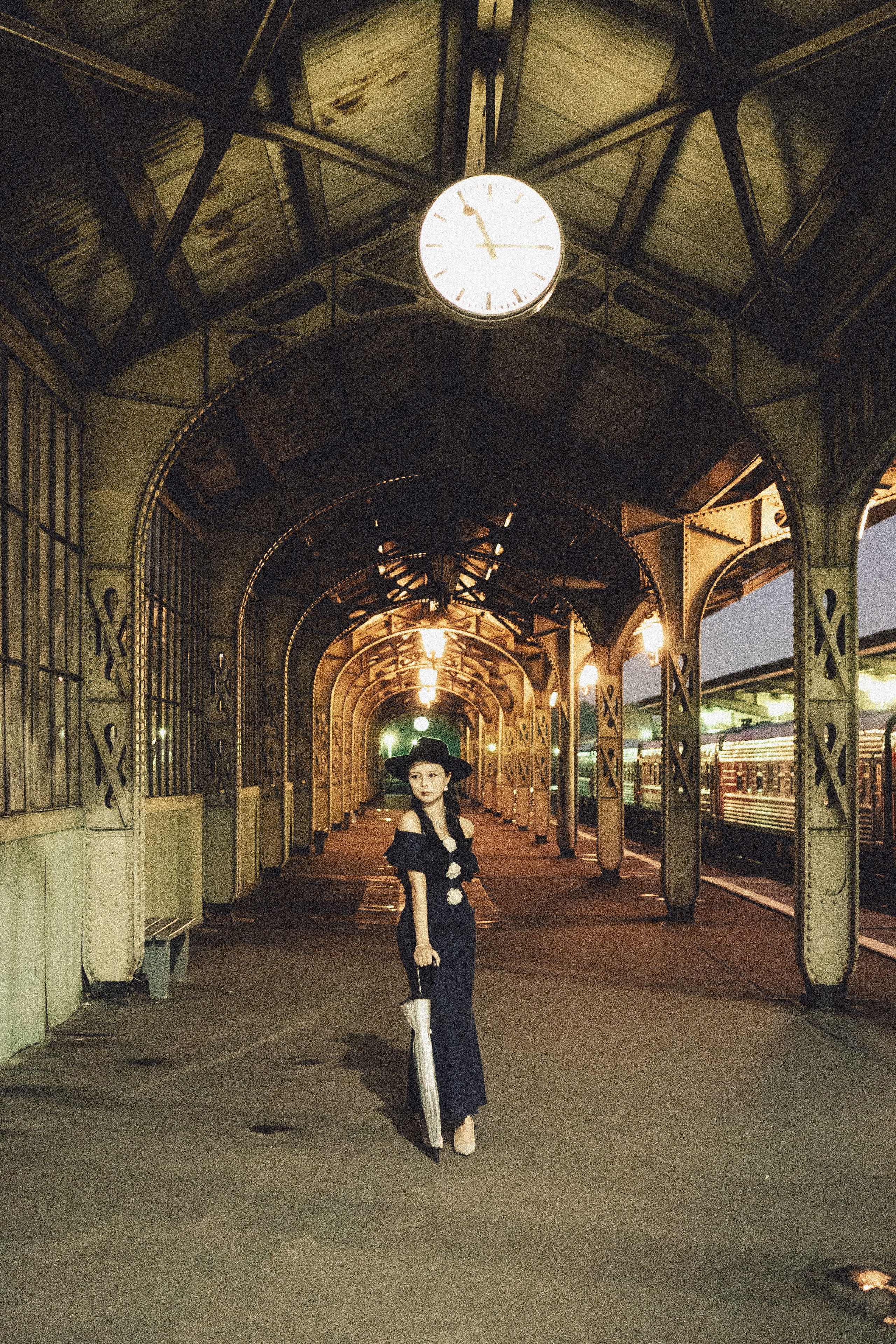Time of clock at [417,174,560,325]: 11:14
